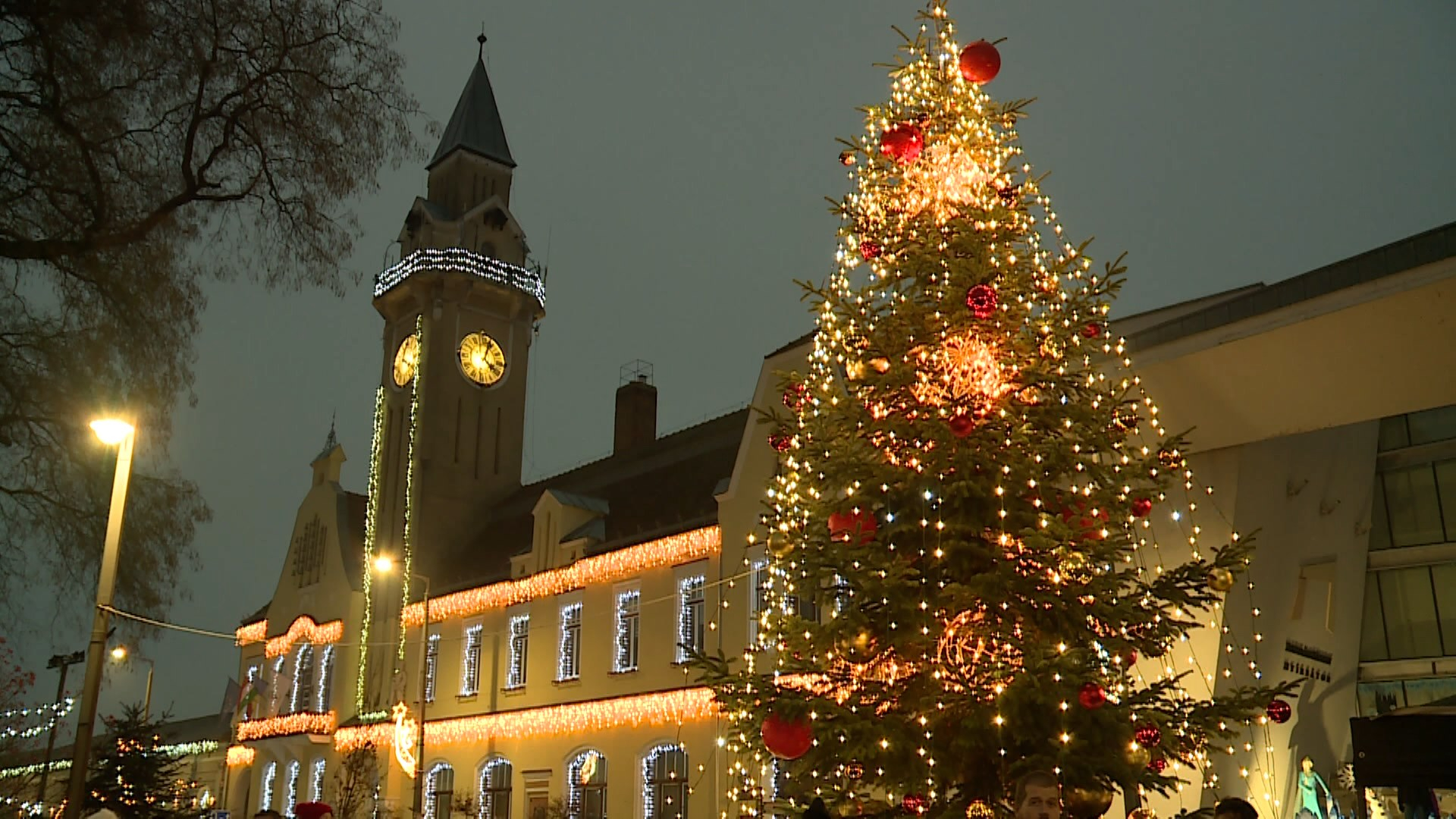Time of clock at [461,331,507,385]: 4:03
